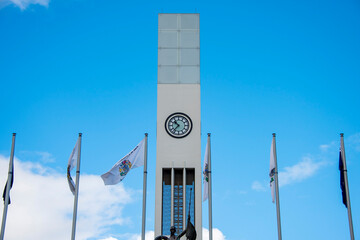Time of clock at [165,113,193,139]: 10:36
